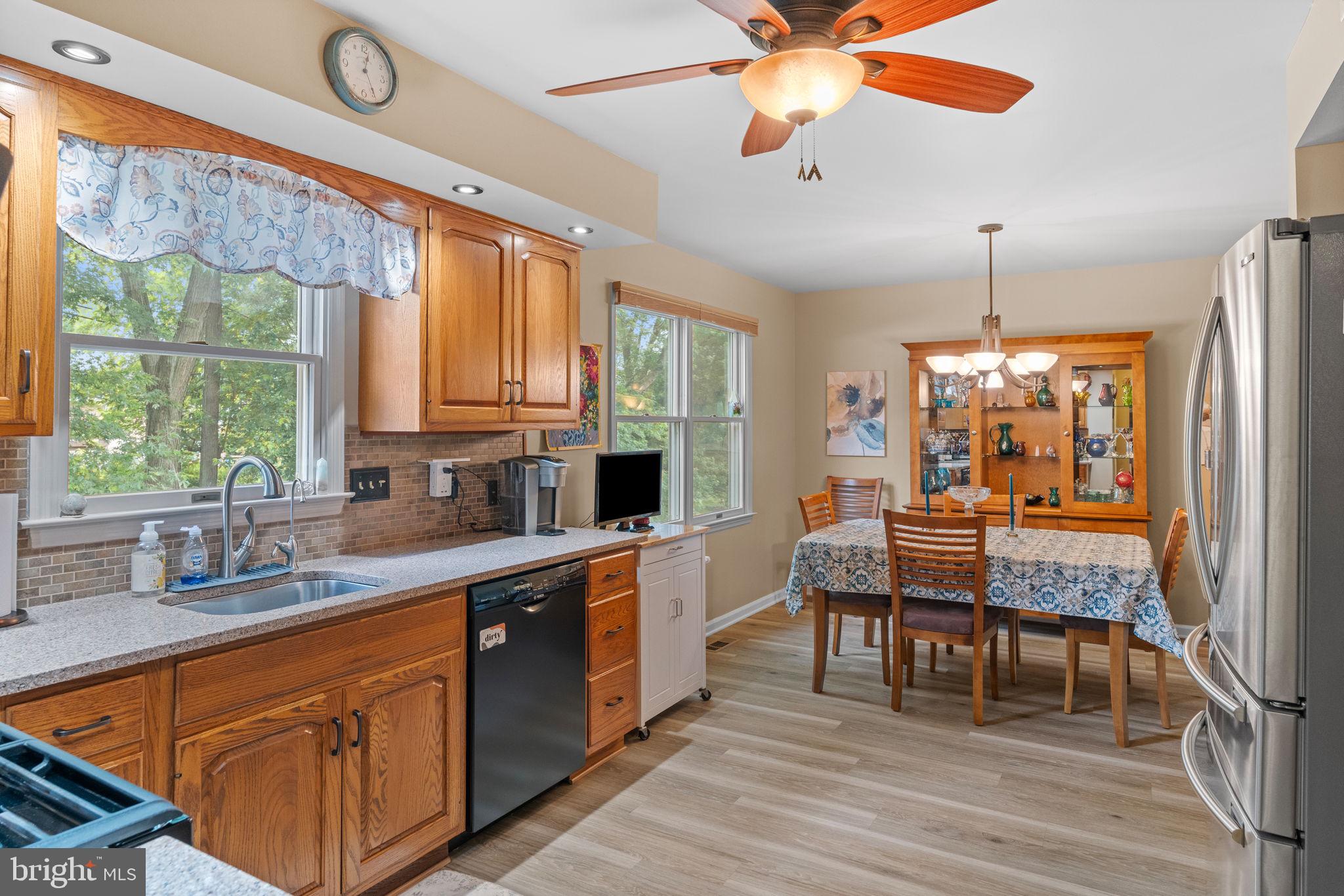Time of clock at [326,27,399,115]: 12:24
